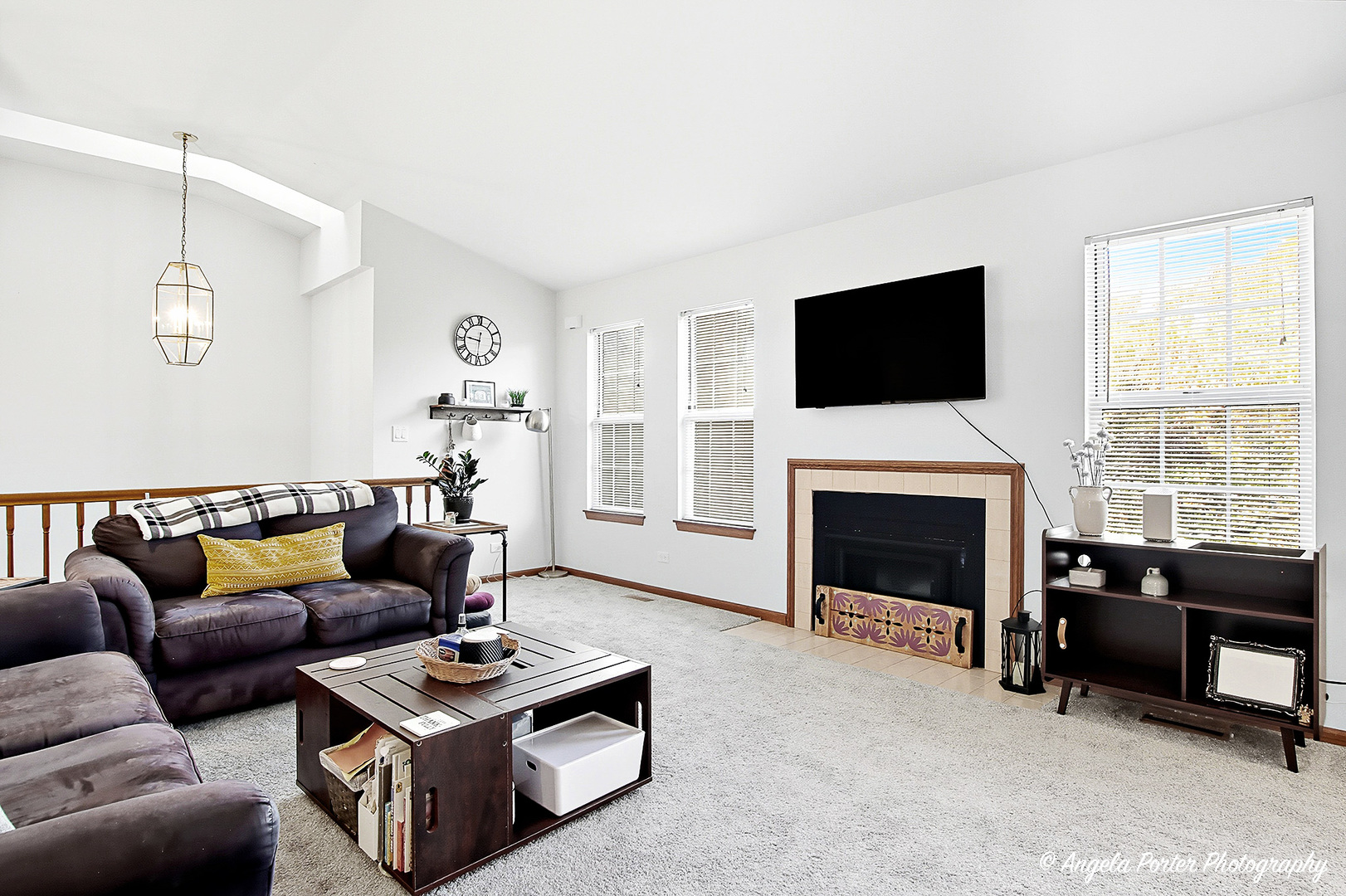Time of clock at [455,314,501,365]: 9:30
